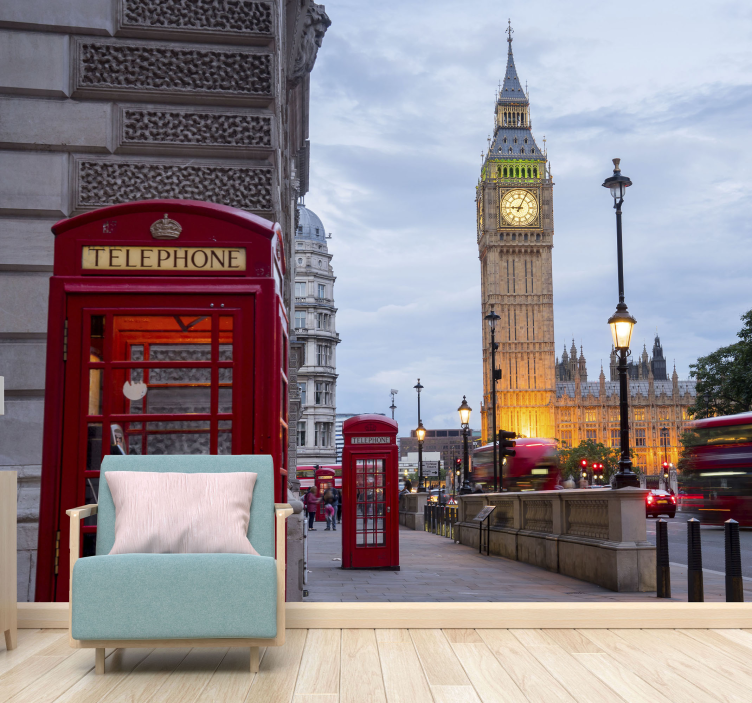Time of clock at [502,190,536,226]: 9:04
